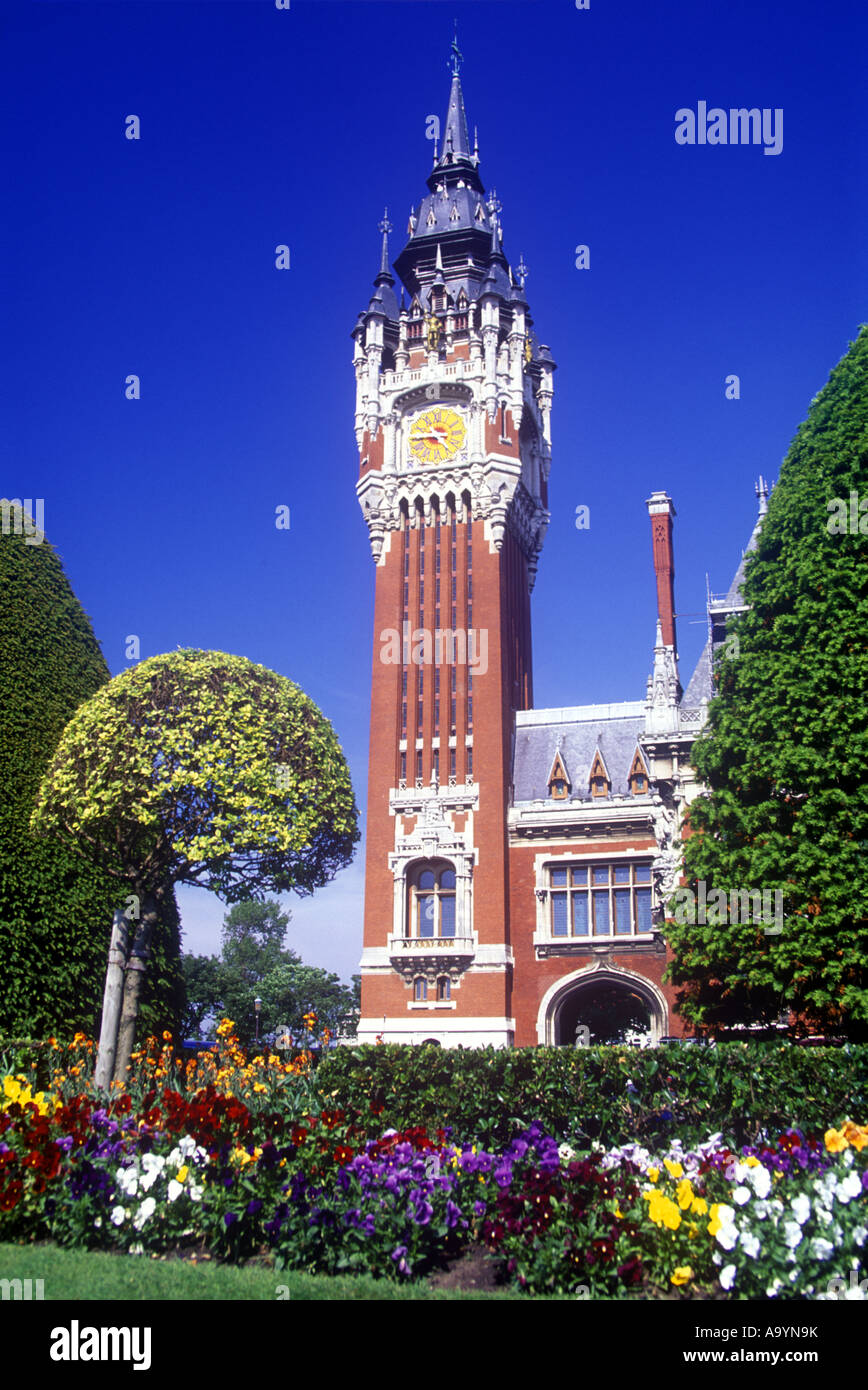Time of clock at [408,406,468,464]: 4:44
